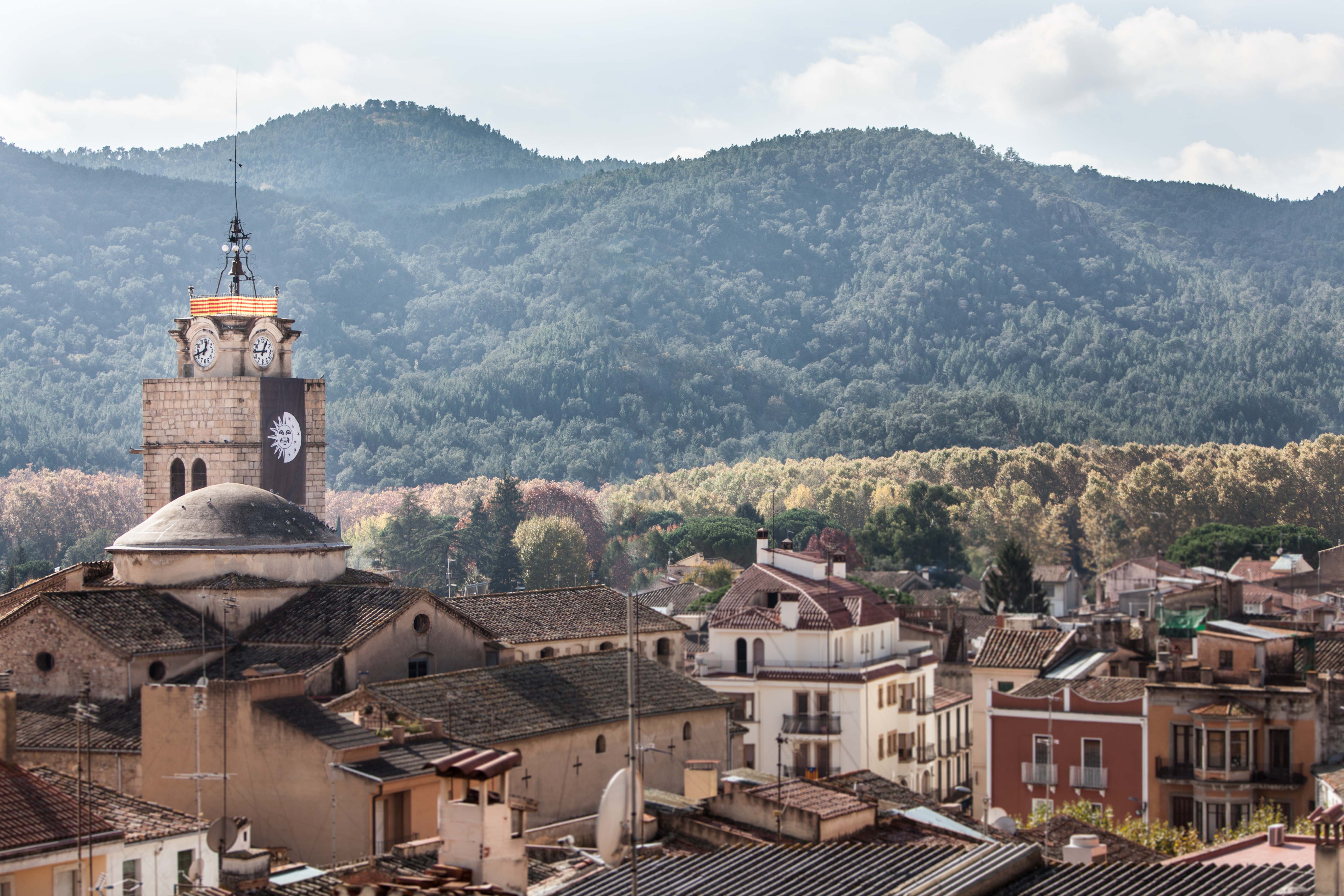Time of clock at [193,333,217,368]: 12:42
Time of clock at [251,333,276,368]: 12:44
